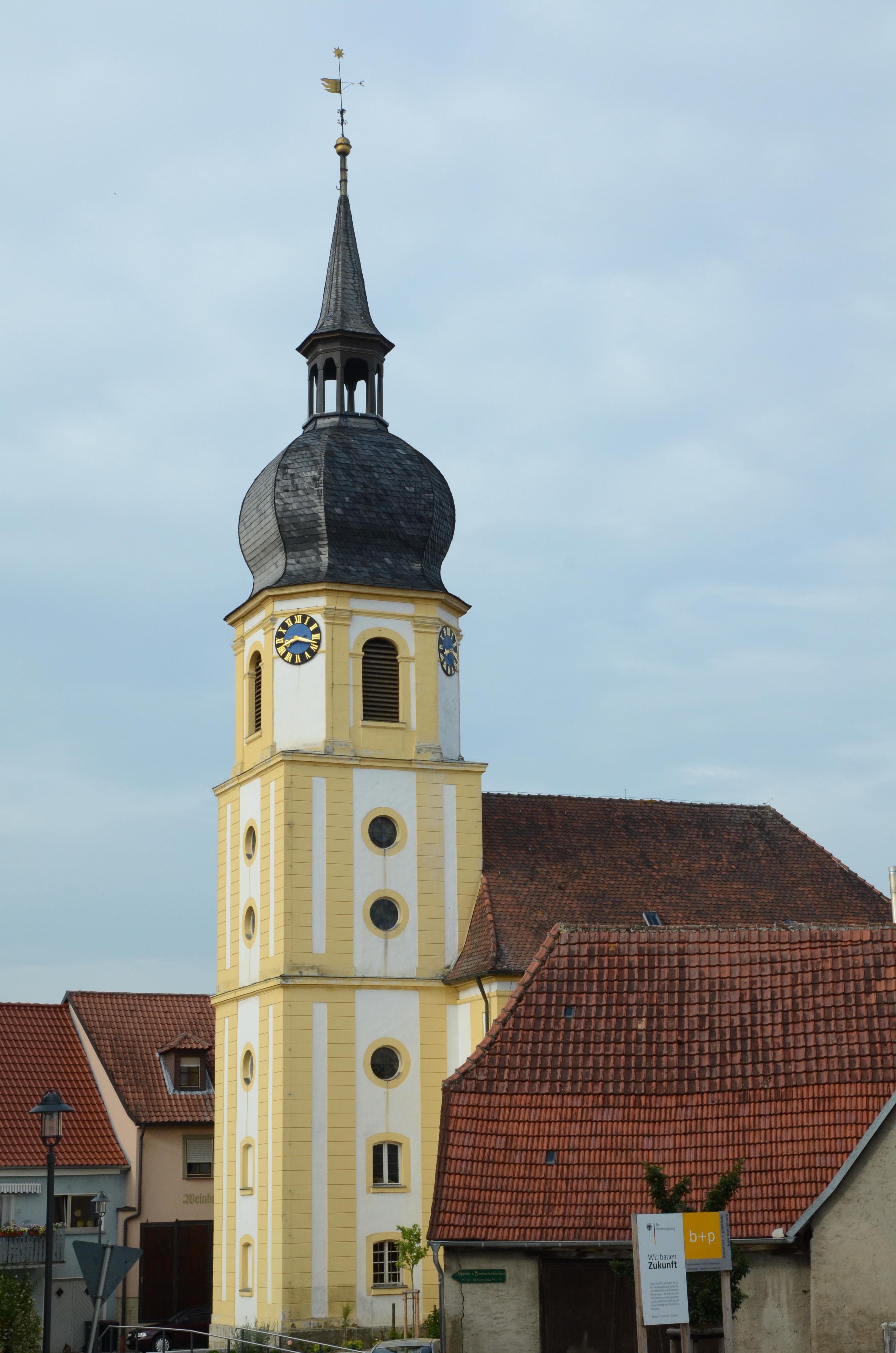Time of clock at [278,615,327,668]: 8:17
